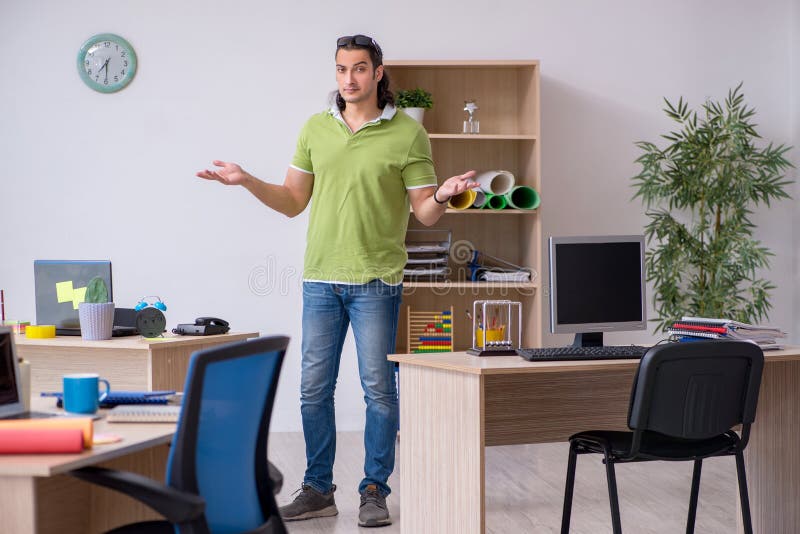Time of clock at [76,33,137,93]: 7:30
